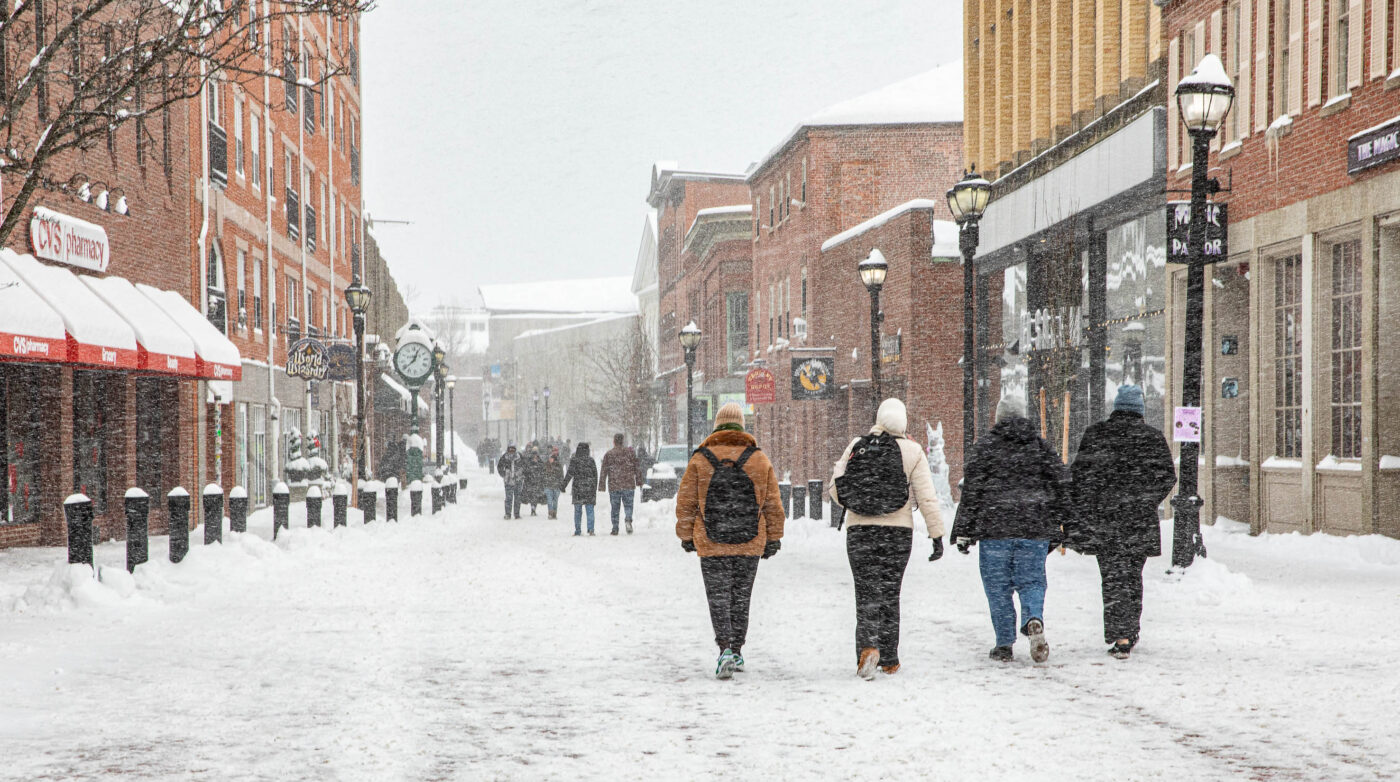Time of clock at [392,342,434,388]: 12:38
